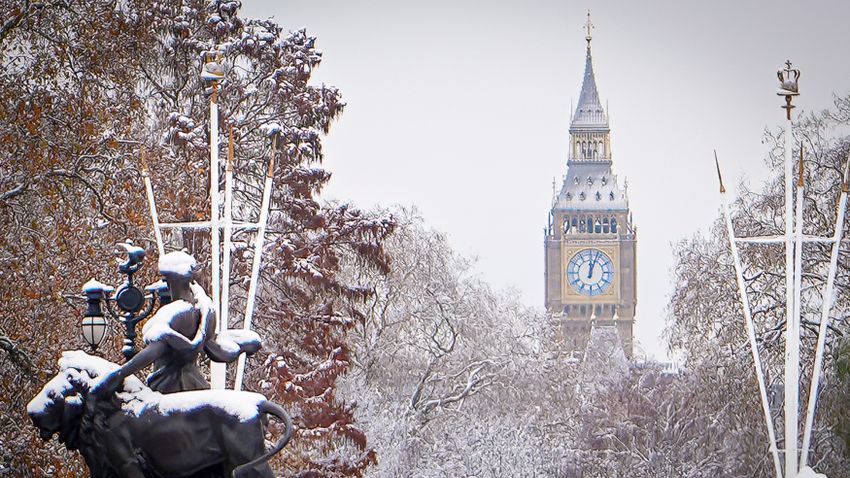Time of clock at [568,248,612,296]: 12:03
